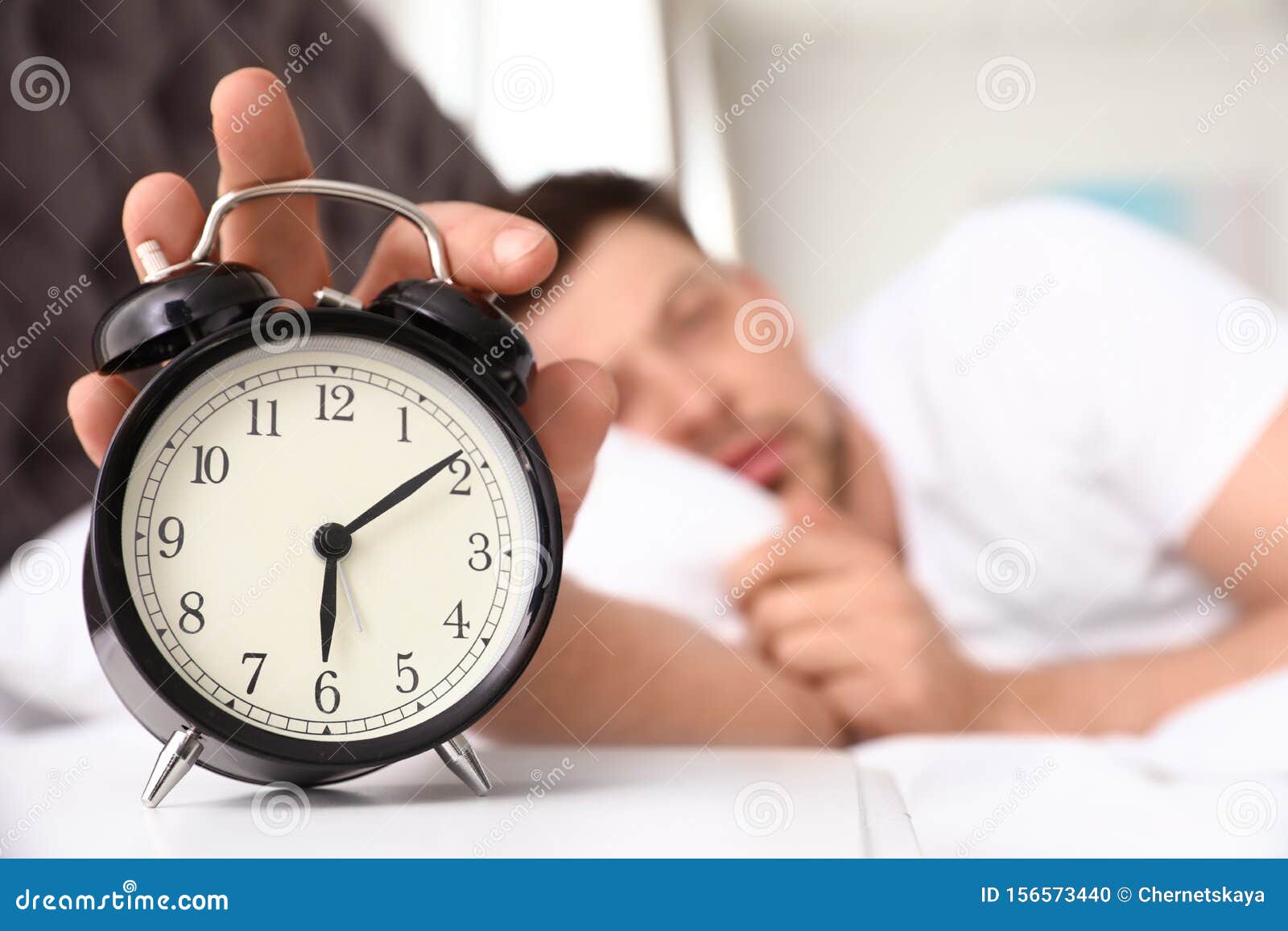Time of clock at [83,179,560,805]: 6:08
